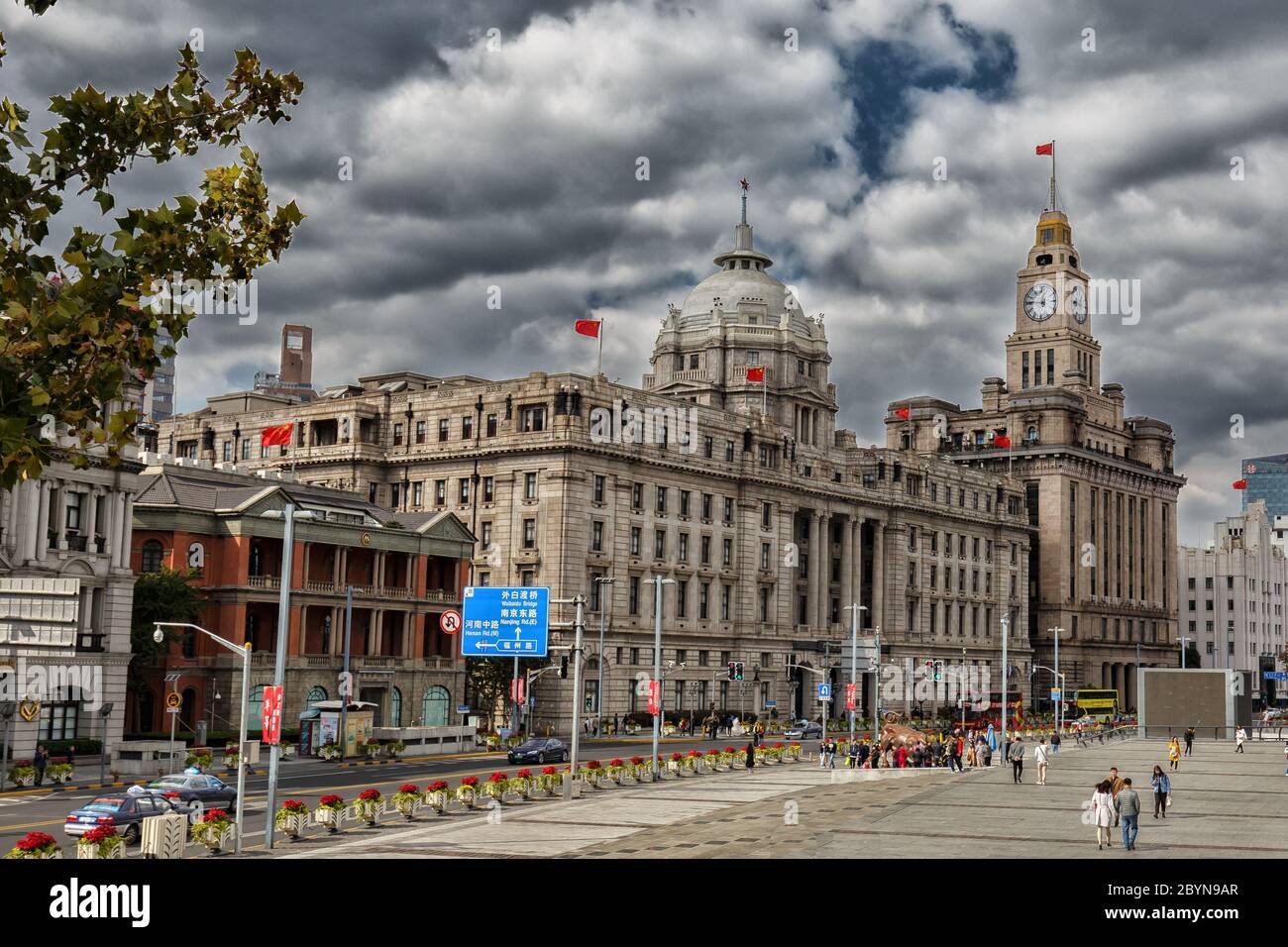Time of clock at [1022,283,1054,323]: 12:46
